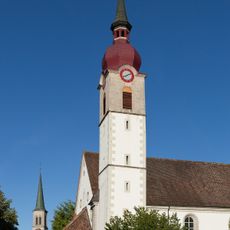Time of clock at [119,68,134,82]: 8:11
